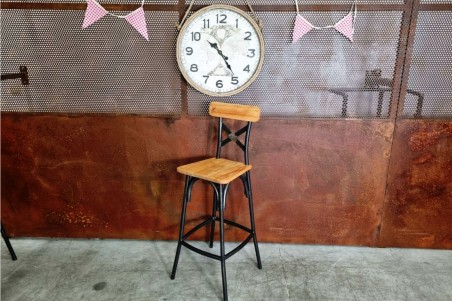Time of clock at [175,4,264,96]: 10:24
